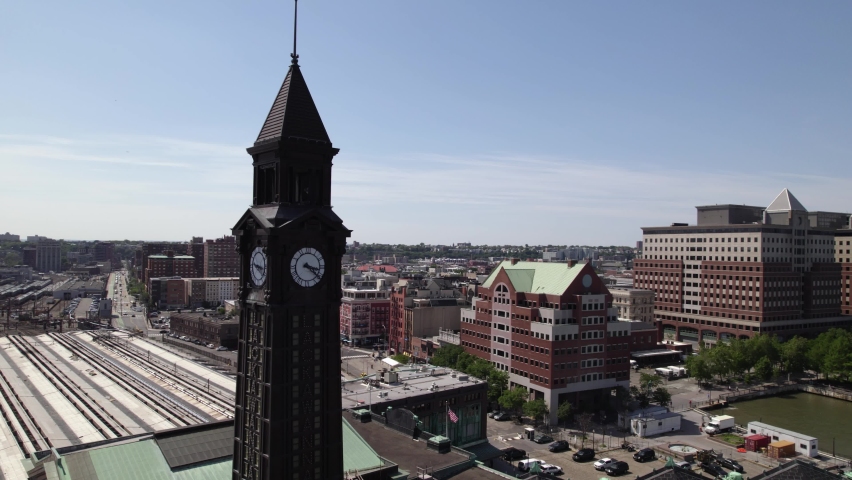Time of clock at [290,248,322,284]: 3:21
